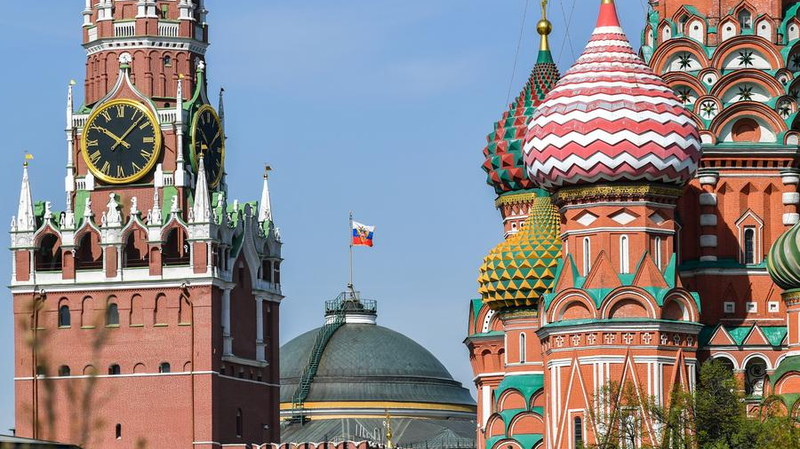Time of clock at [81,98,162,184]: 10:07
